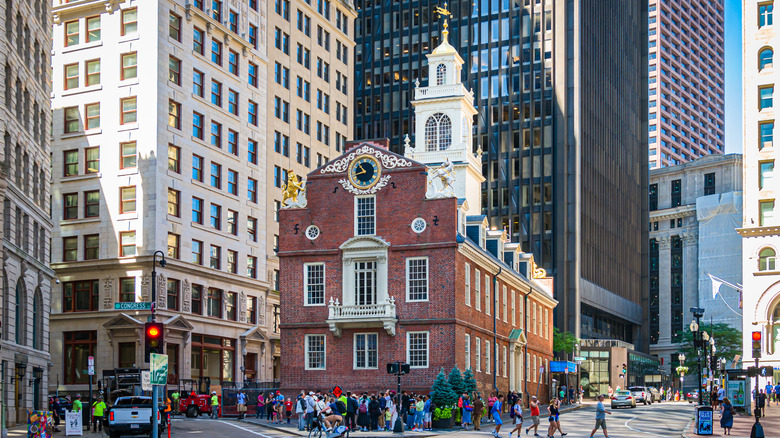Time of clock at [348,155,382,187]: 10:42
